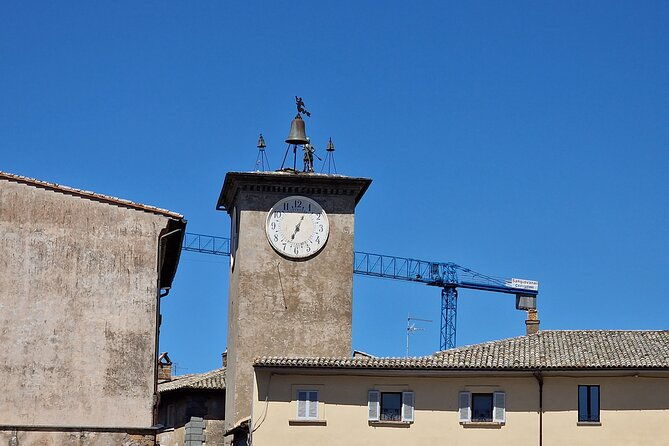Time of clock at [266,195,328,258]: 7:04
